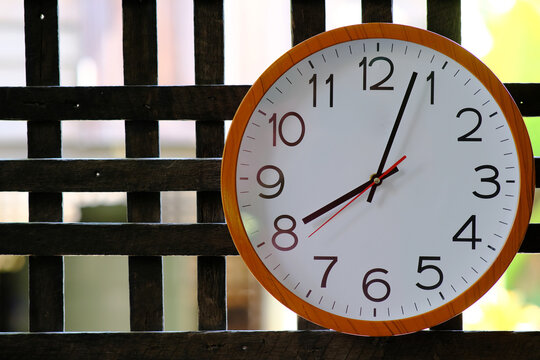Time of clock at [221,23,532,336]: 8:03
